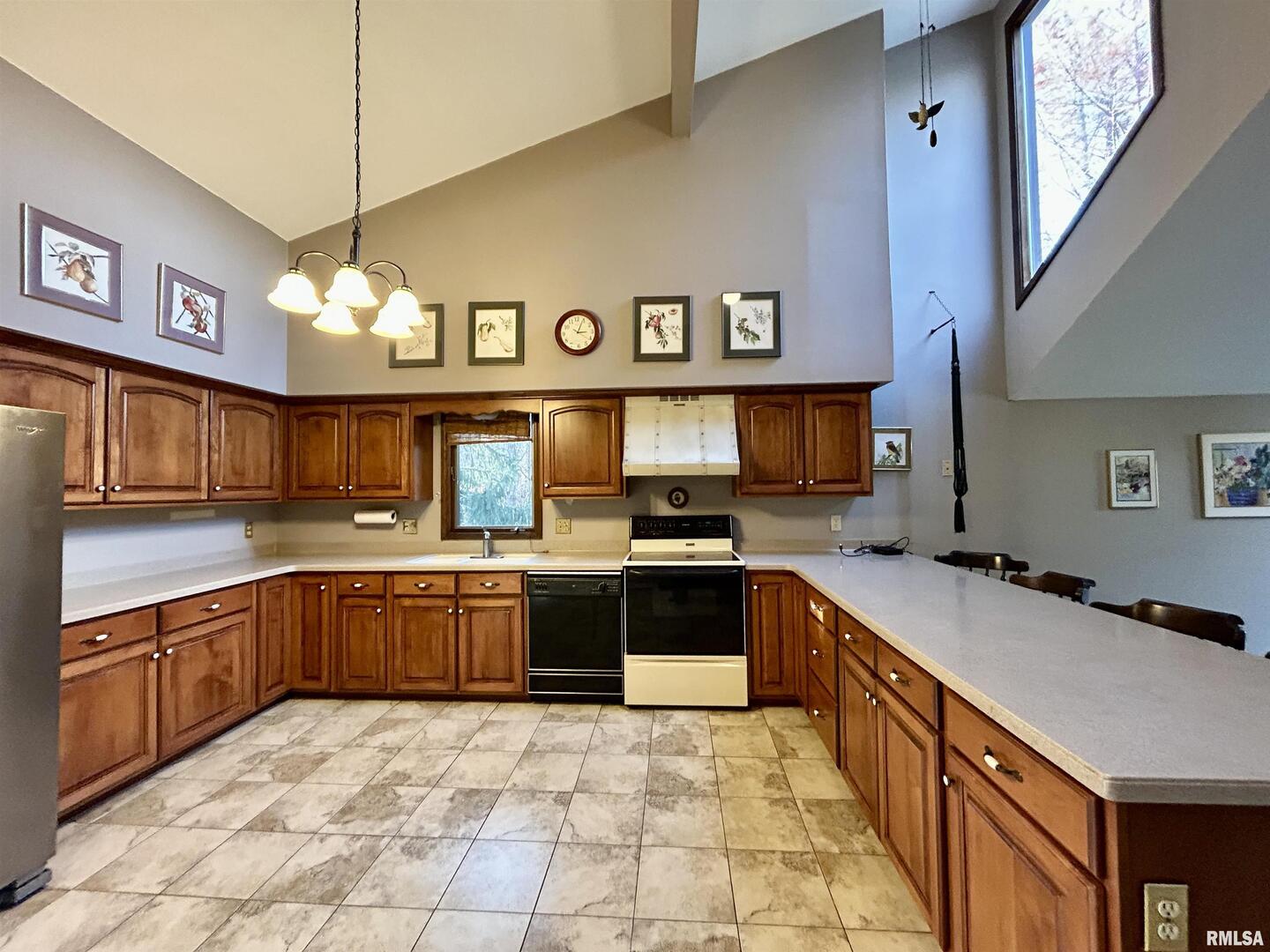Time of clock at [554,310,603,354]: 3:04
